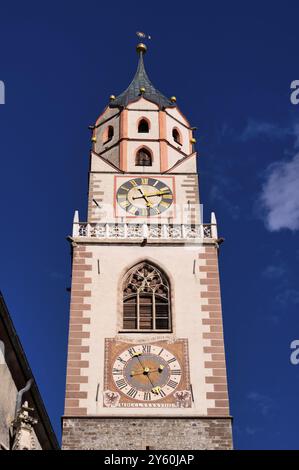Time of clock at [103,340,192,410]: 2:26
